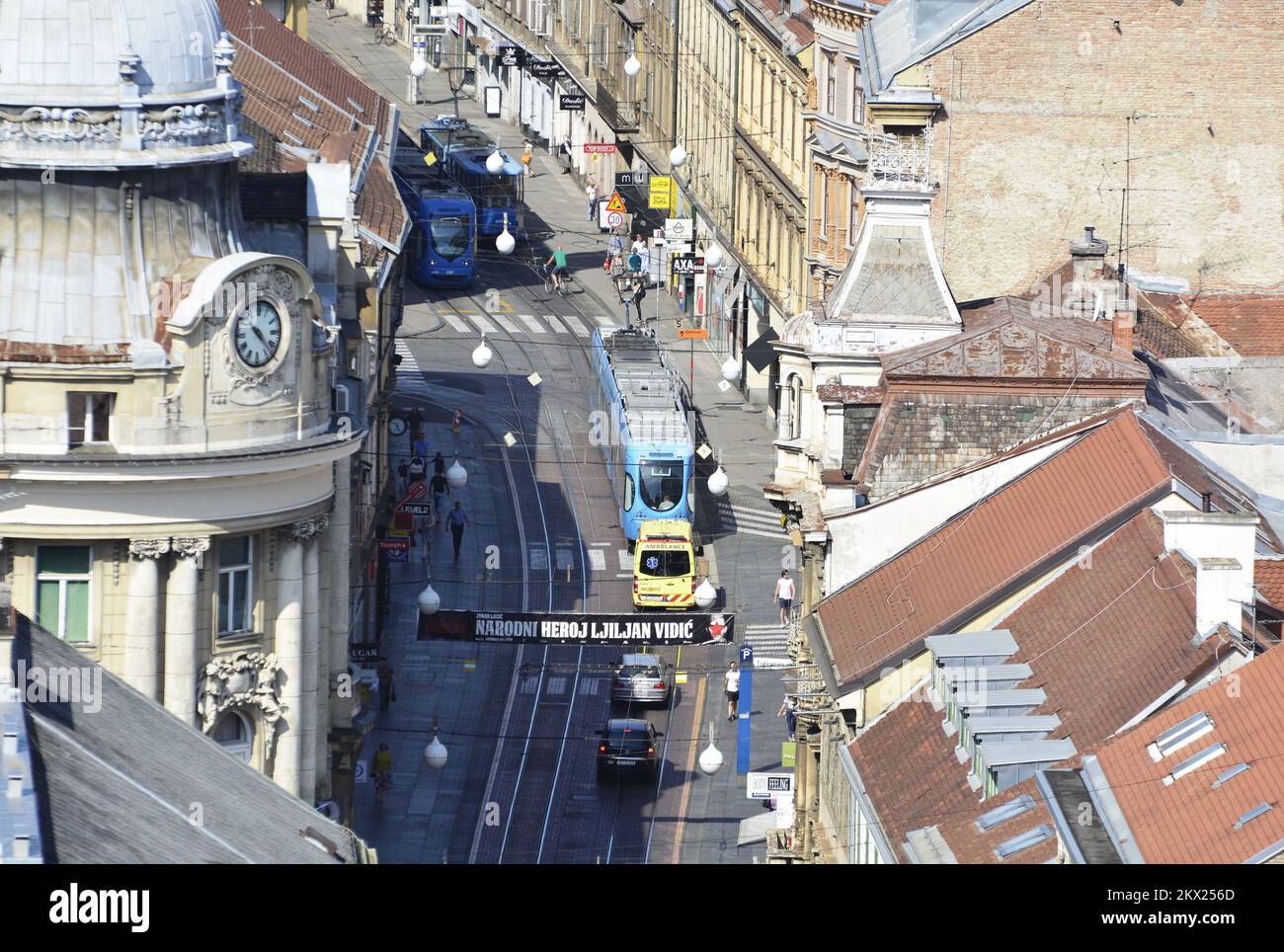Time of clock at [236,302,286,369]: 4:22
